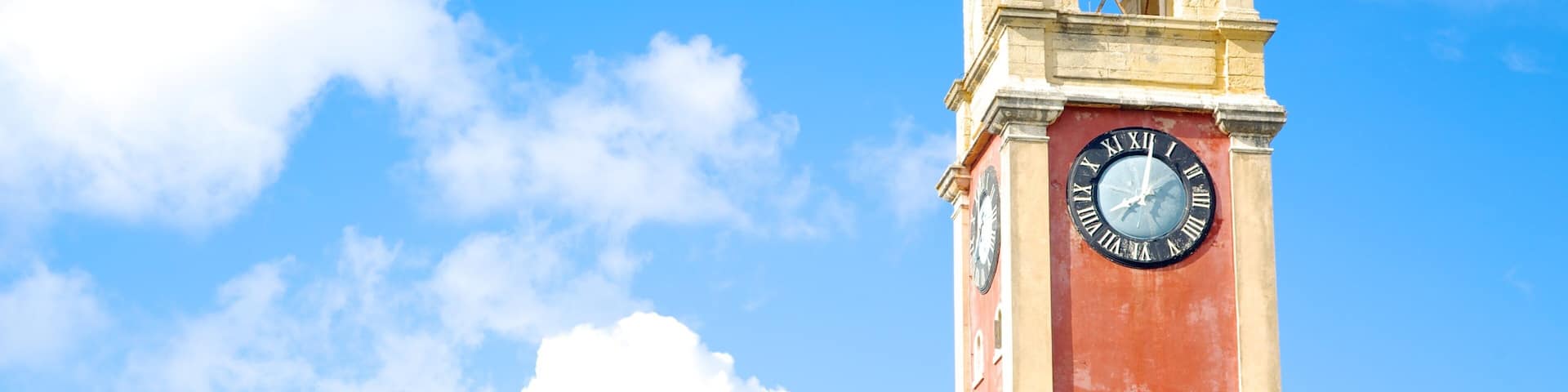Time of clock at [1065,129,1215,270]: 8:01
